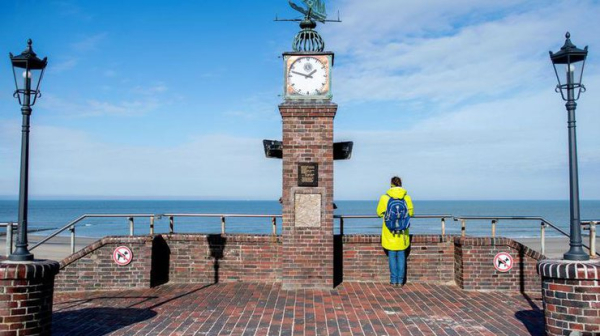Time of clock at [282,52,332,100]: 1:47
